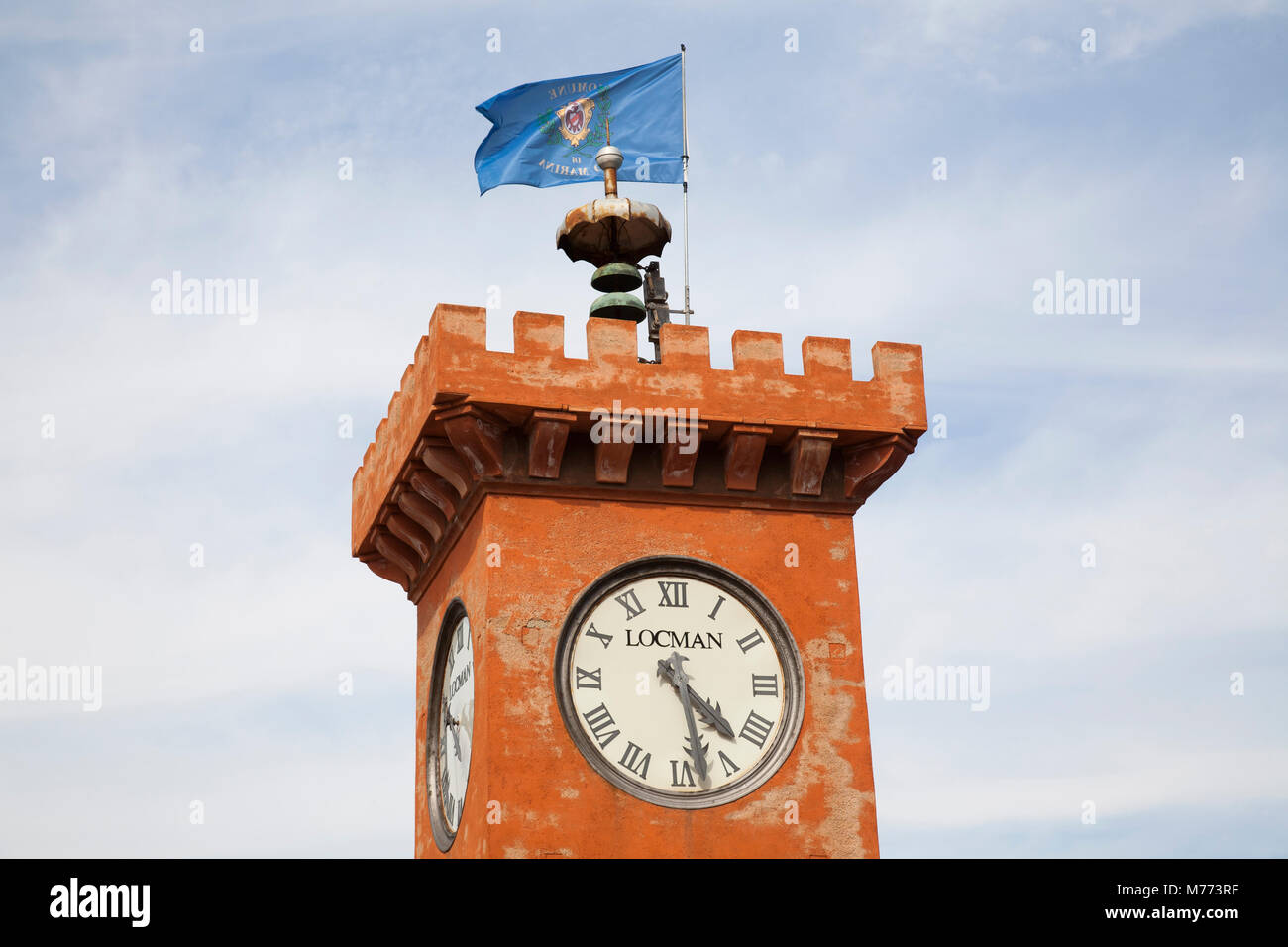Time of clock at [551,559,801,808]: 4:27
